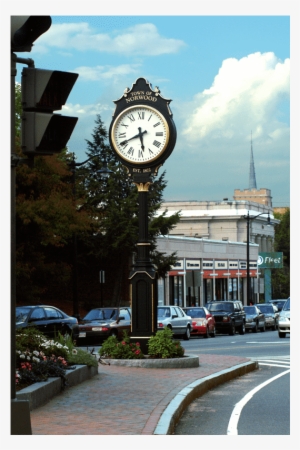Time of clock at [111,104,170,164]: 5:40
